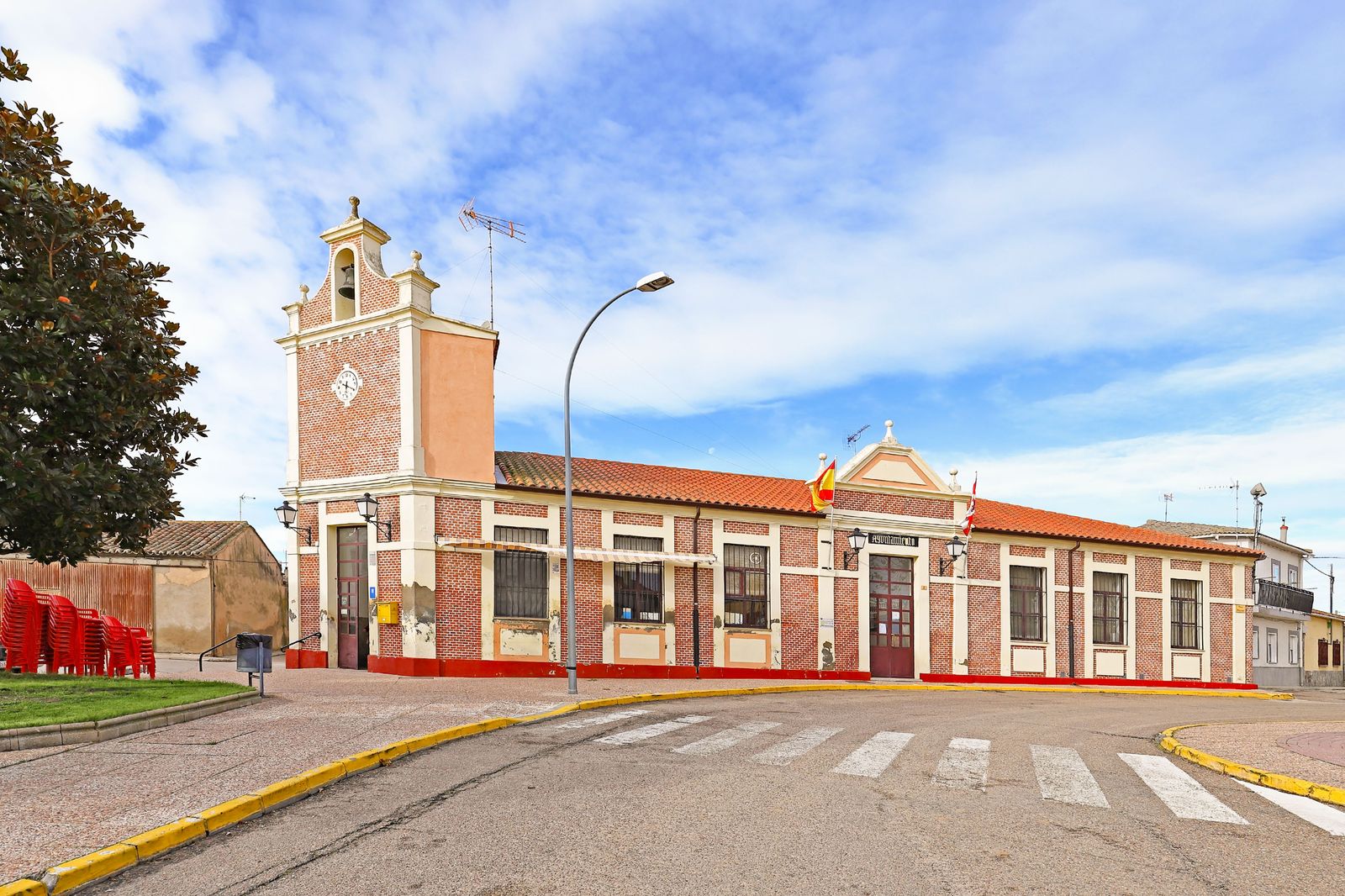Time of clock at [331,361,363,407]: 6:19
